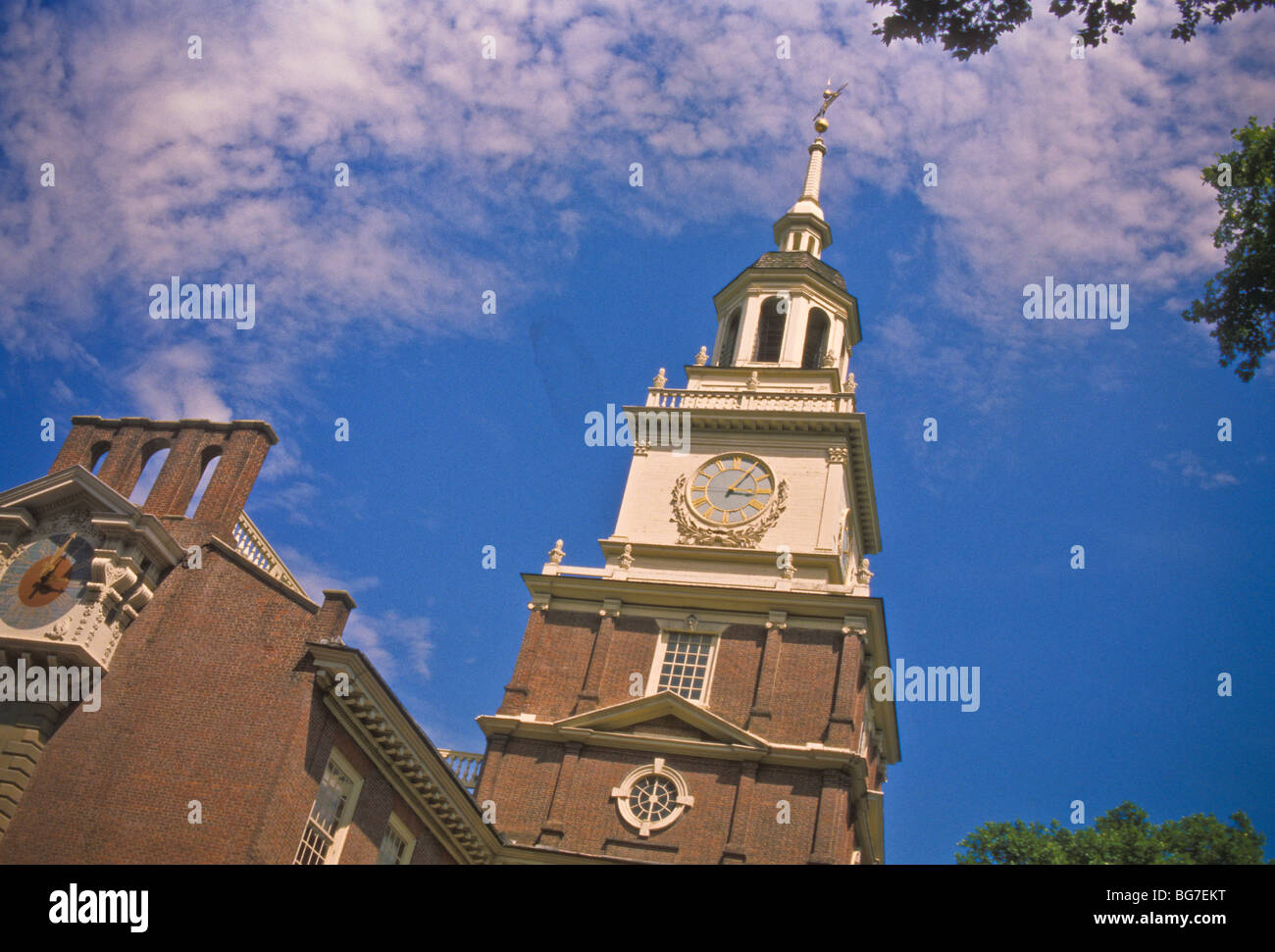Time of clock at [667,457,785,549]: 3:05
